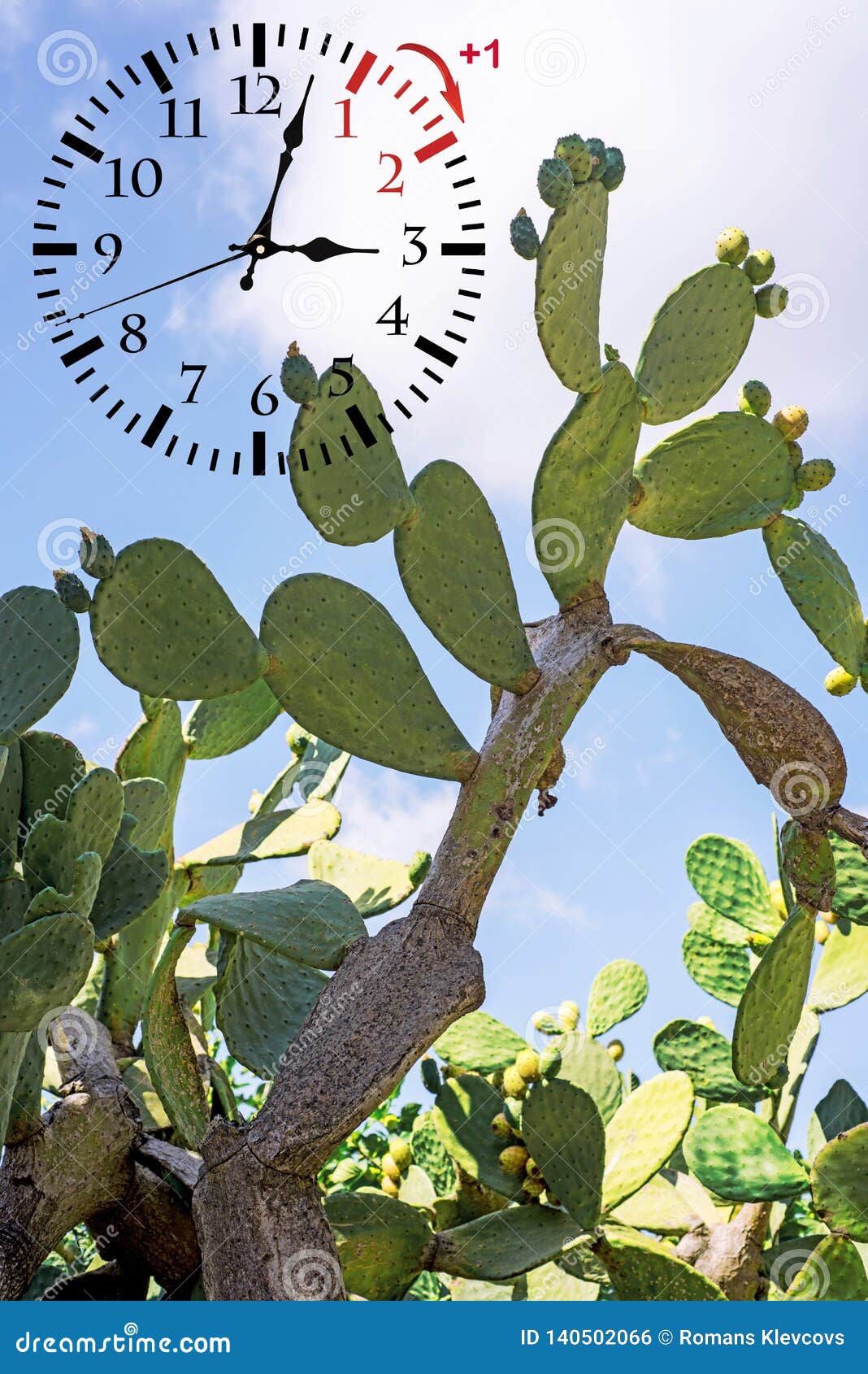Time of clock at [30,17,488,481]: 3:02
